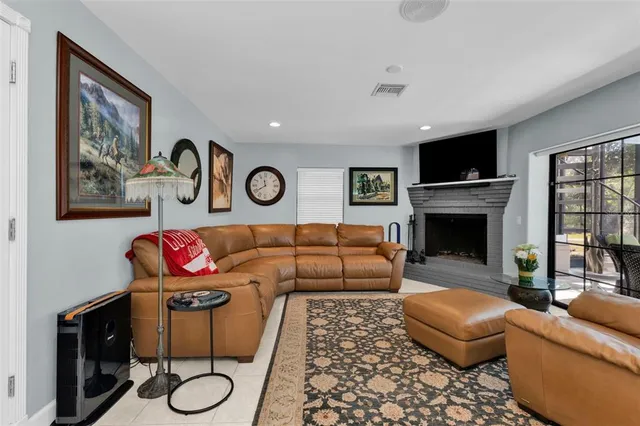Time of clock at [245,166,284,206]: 11:39
